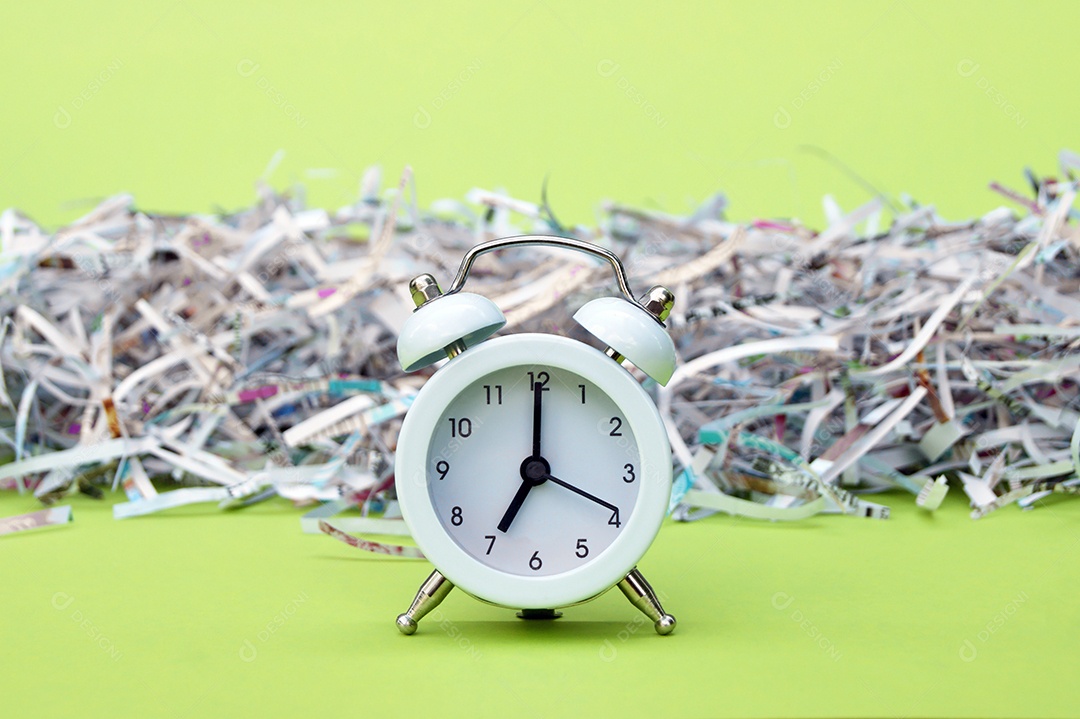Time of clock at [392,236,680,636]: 7:00
